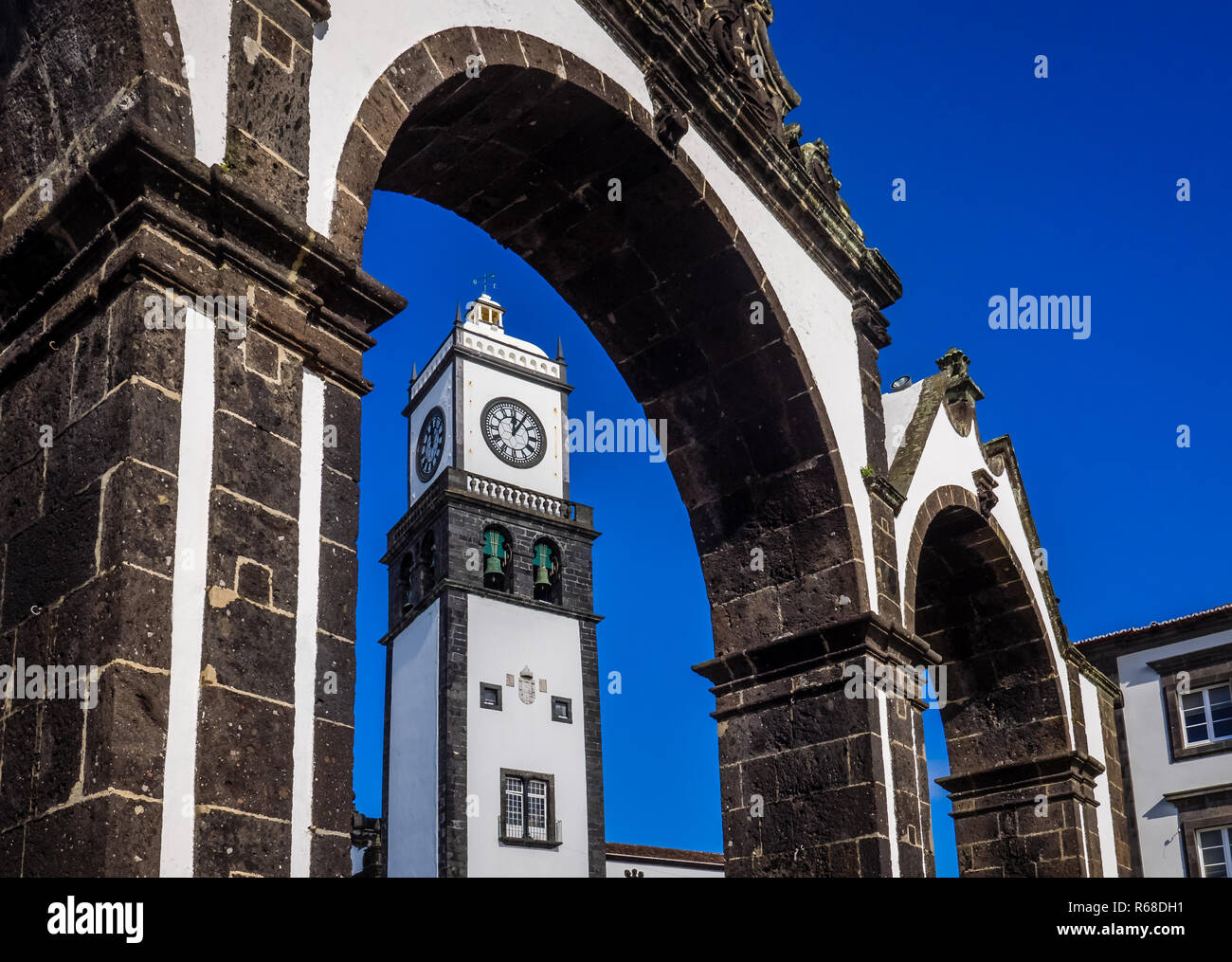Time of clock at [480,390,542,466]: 12:05
